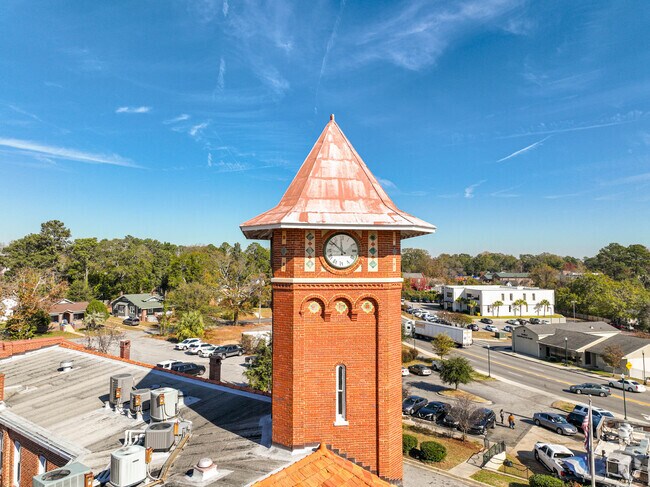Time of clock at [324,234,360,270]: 11:51
